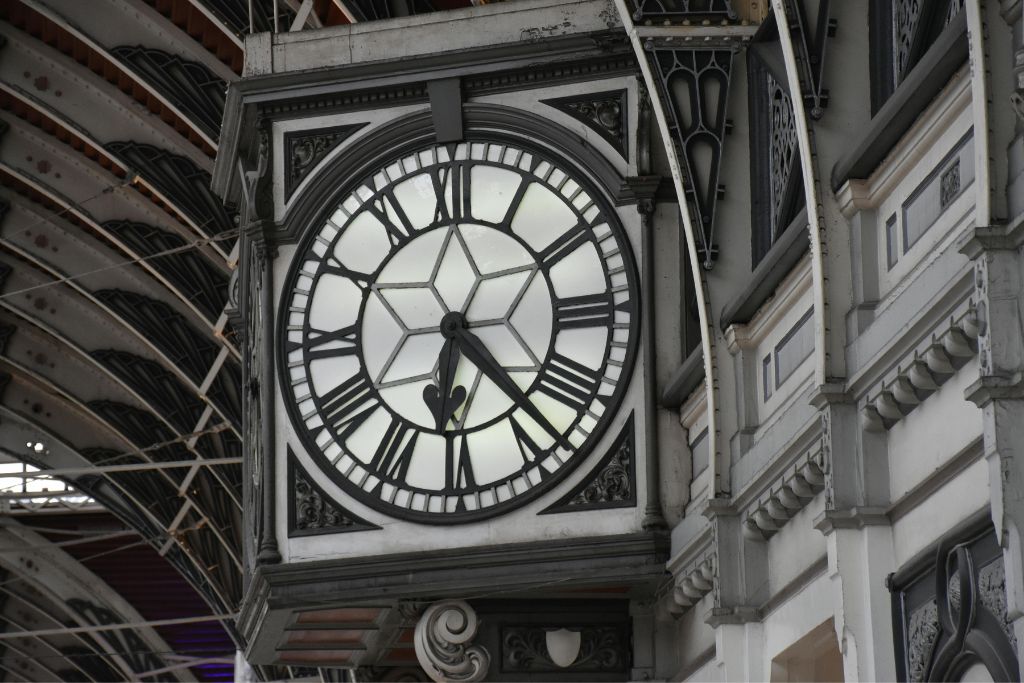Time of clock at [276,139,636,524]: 6:22
